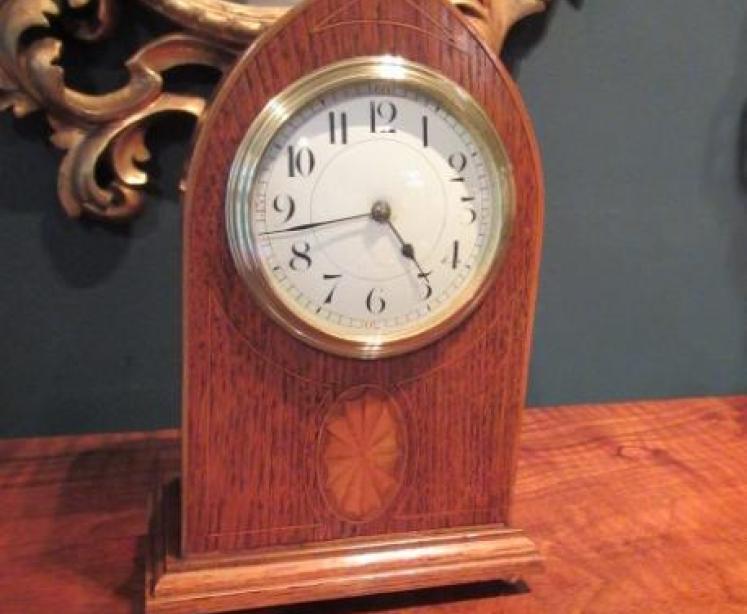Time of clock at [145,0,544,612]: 4:42
